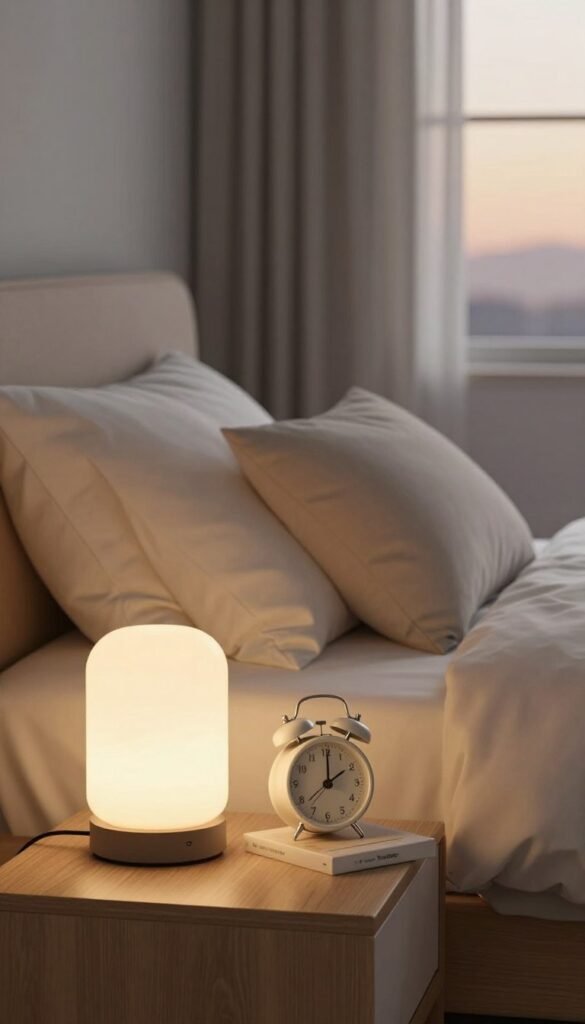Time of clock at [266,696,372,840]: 2:00
